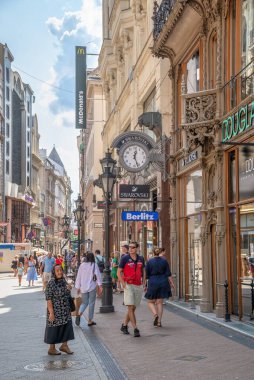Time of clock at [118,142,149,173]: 12:26
